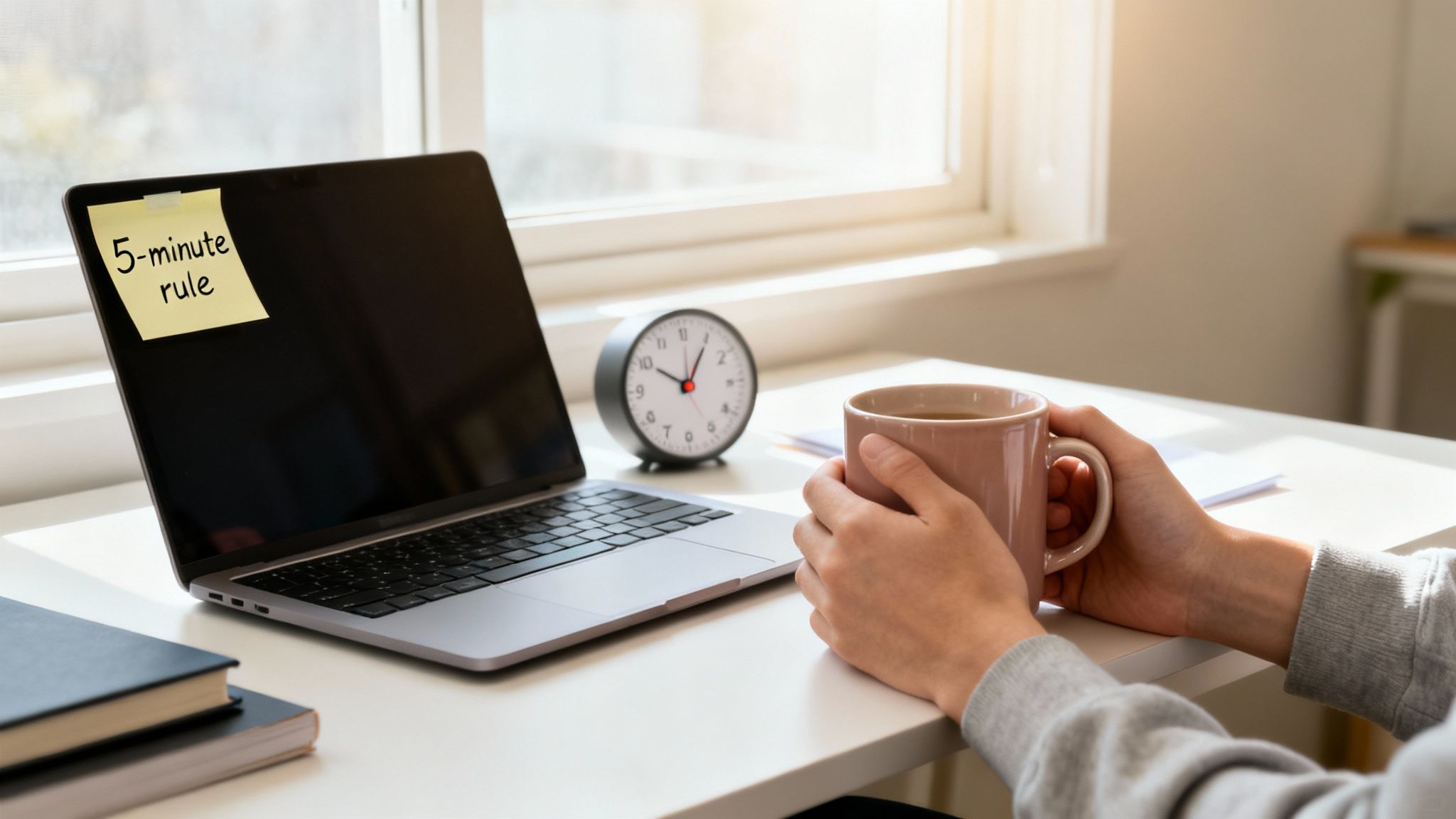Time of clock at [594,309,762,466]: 10:05
